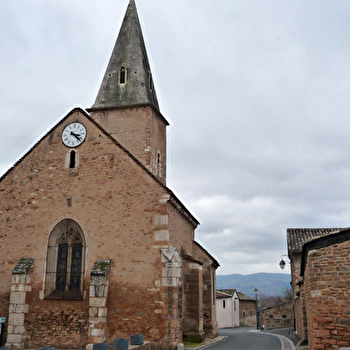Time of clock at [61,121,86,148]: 3:22
